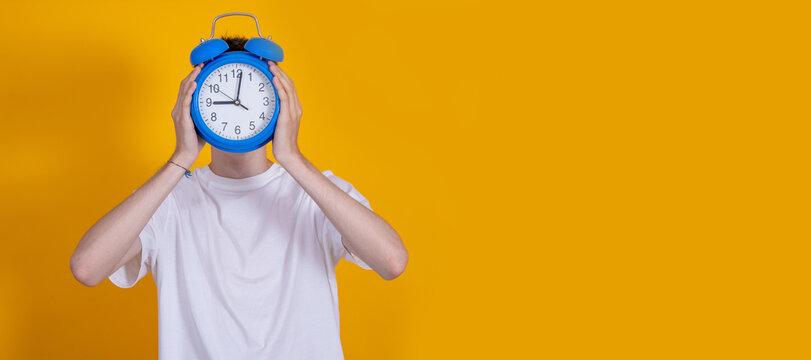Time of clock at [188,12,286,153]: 9:01
